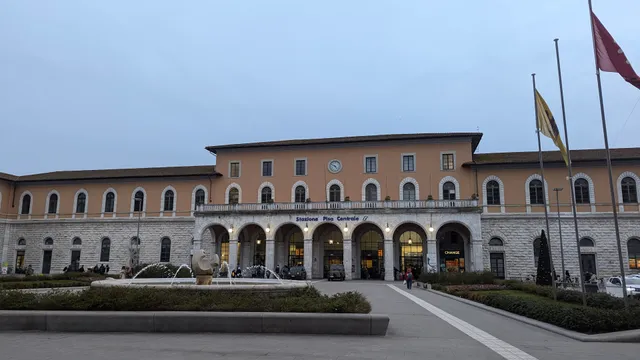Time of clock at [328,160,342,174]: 4:50
